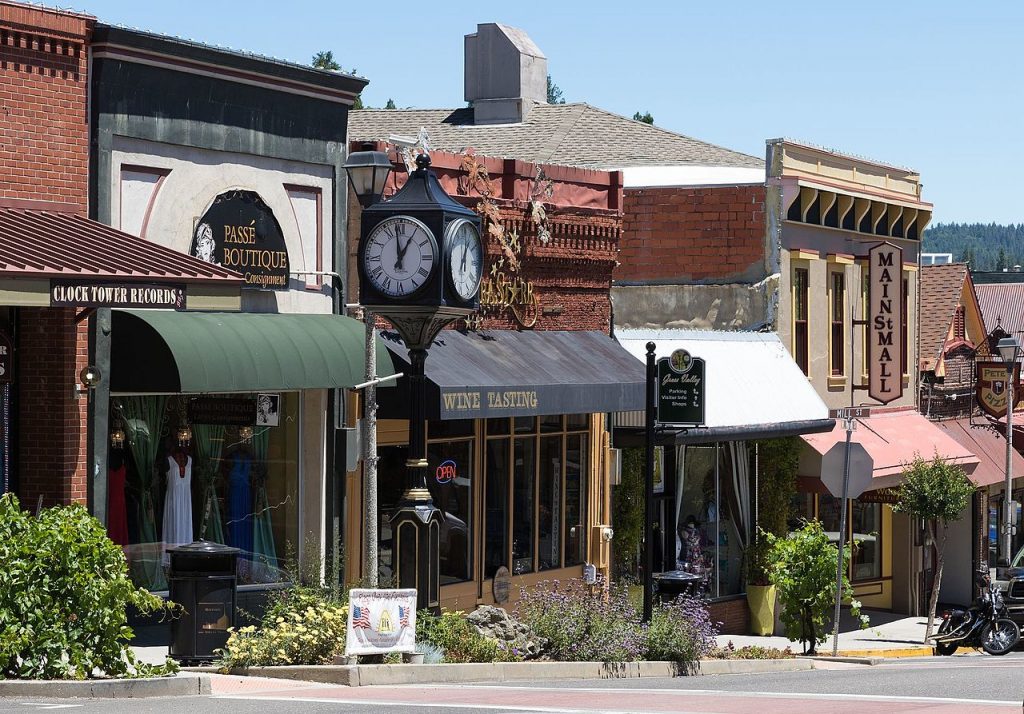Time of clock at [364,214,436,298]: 12:58
